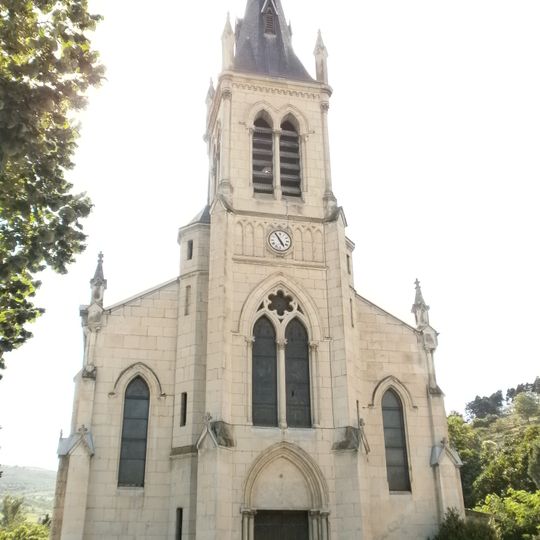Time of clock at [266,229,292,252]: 4:54
